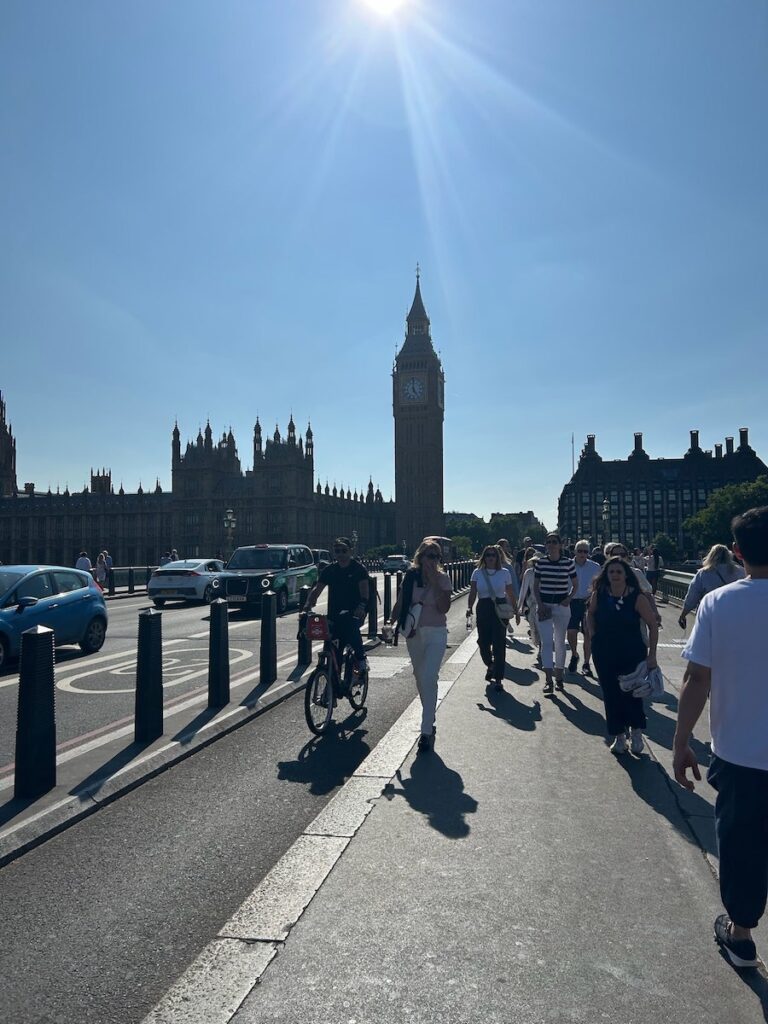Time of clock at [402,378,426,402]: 4:59
